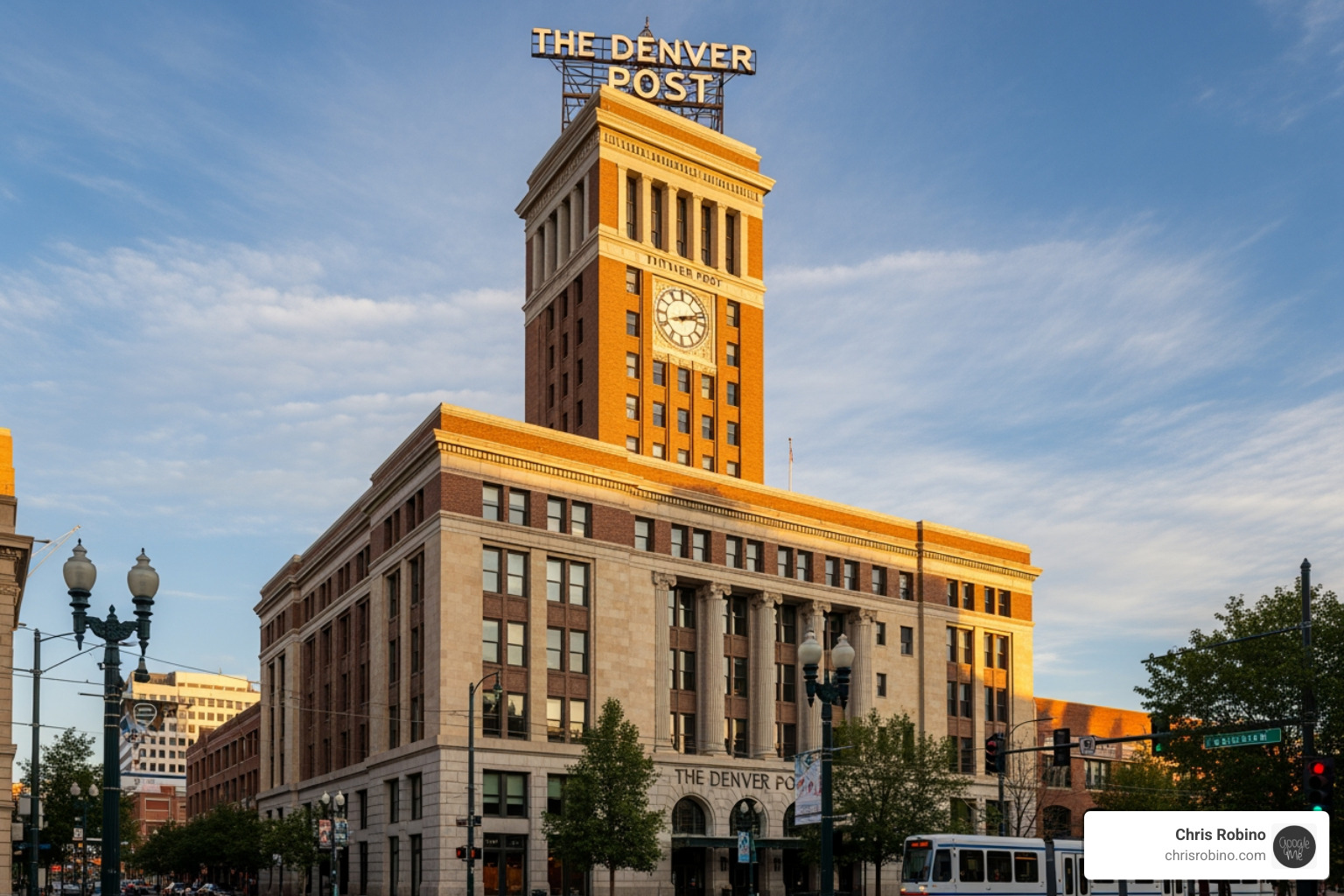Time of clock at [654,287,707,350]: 2:12
